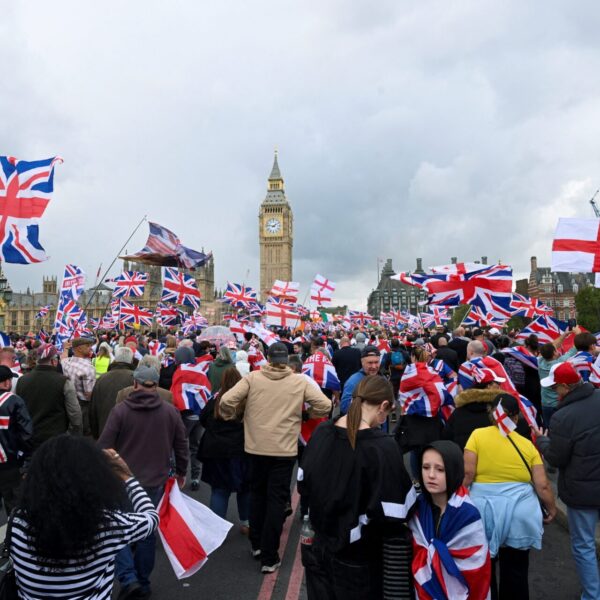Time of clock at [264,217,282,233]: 1:46
